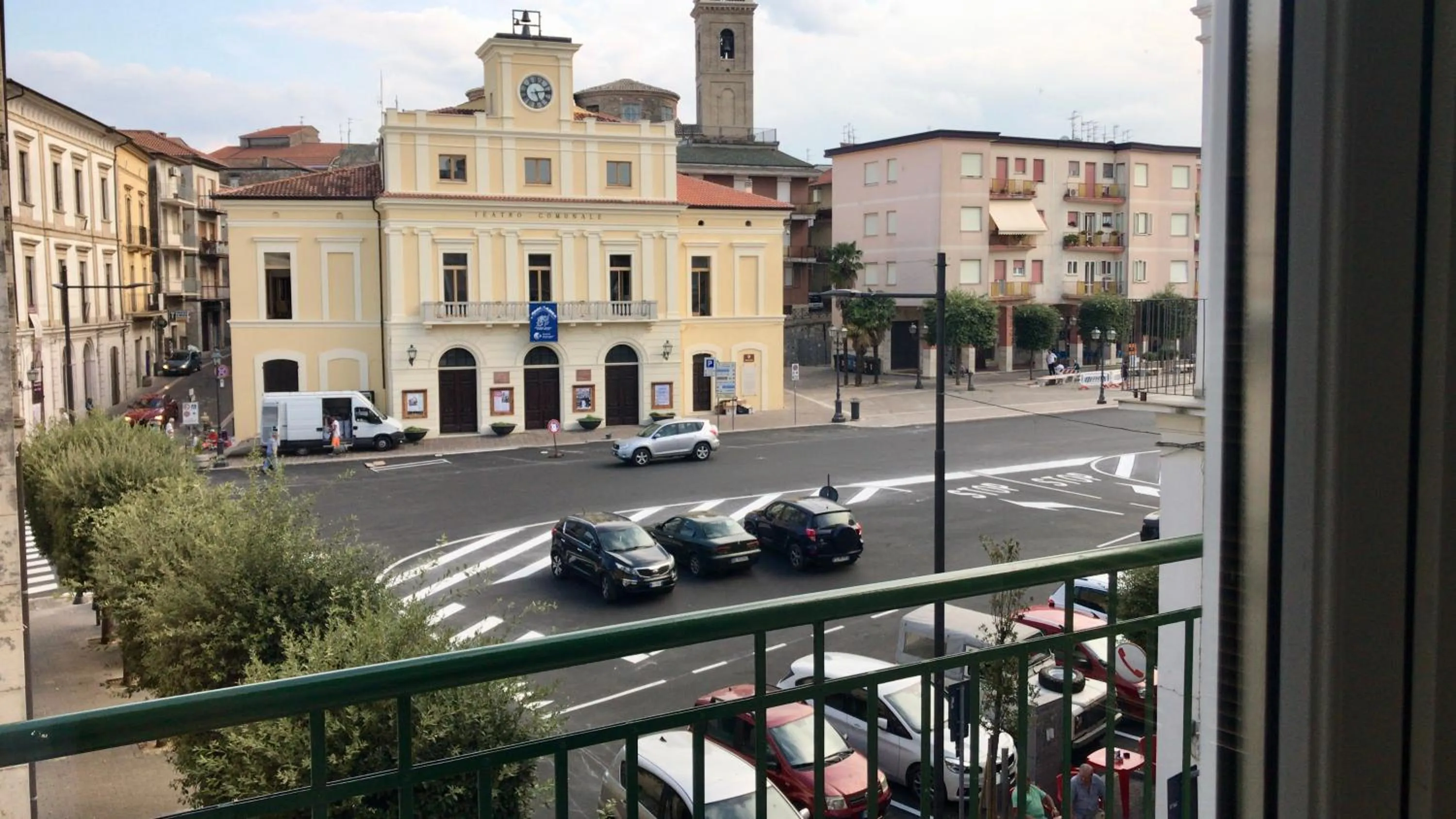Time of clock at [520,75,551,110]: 5:13
